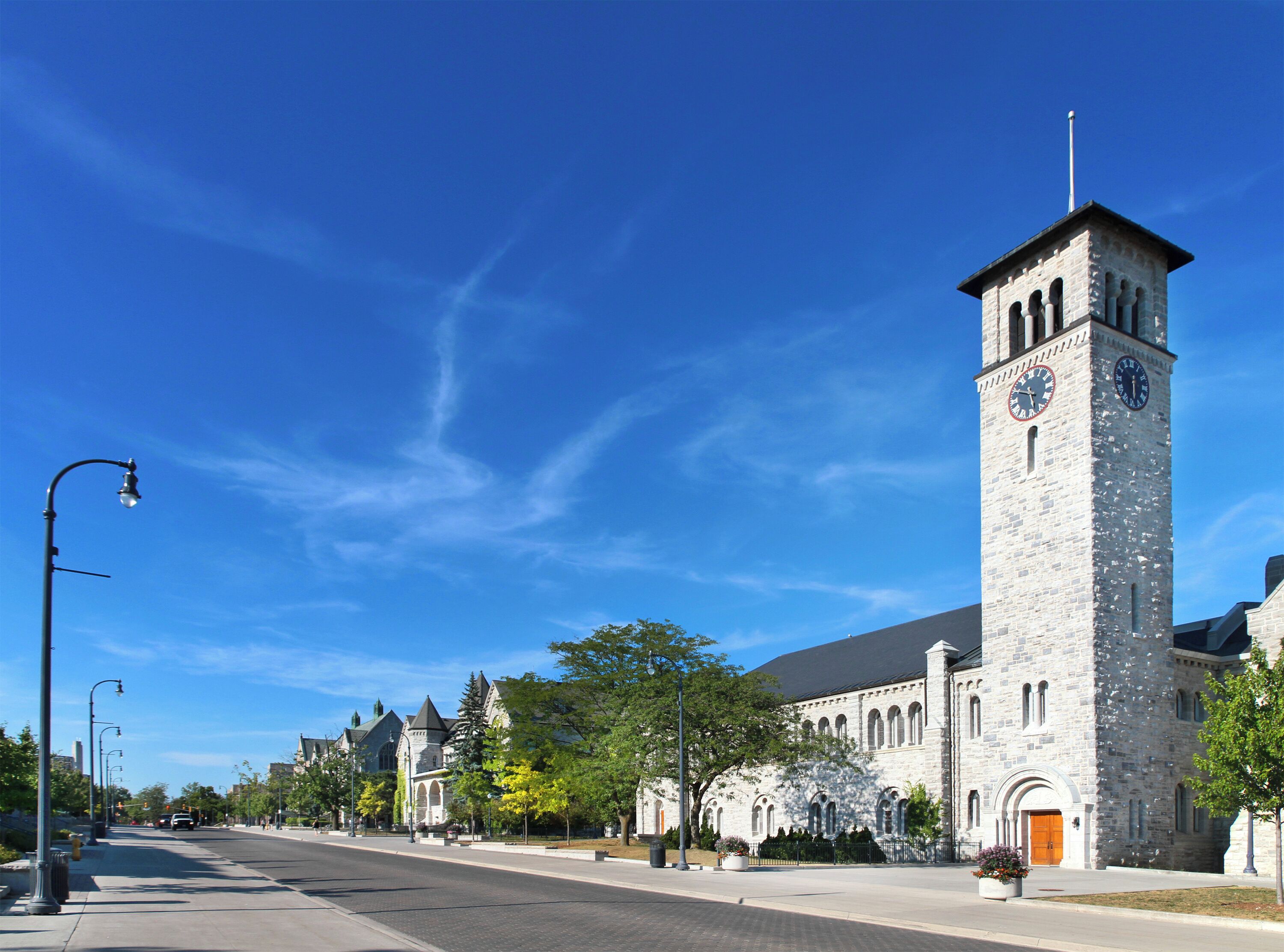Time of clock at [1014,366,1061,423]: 5:49
